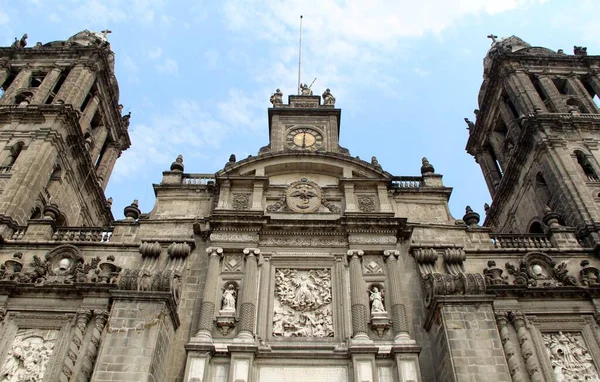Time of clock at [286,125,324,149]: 6:00
